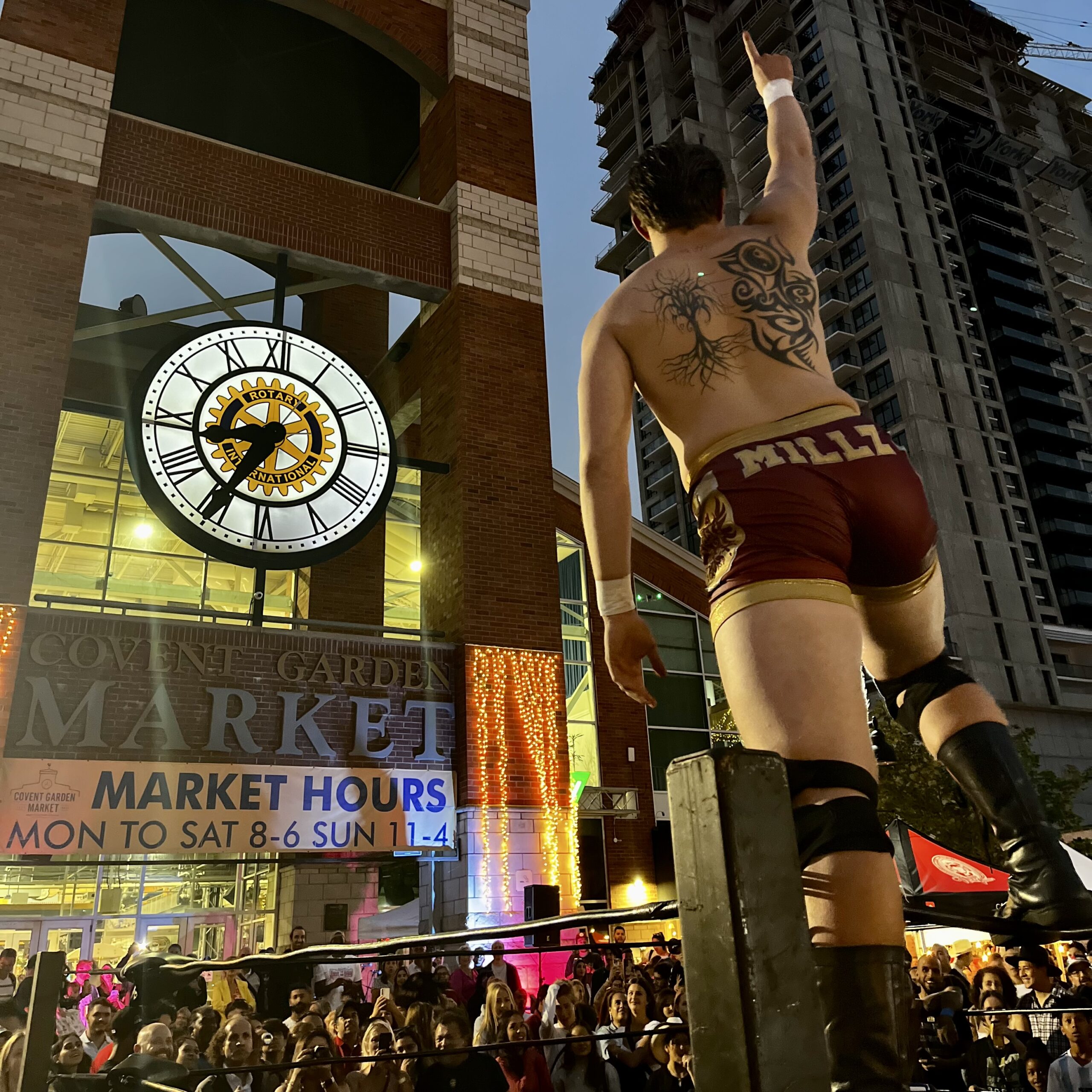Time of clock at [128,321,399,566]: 10:34
